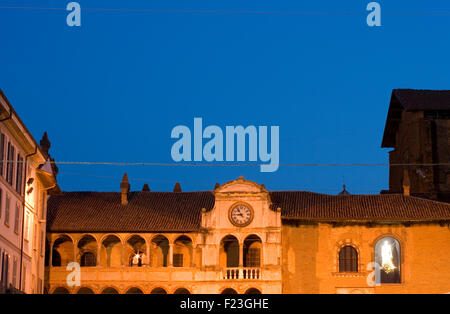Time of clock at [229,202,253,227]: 8:54
